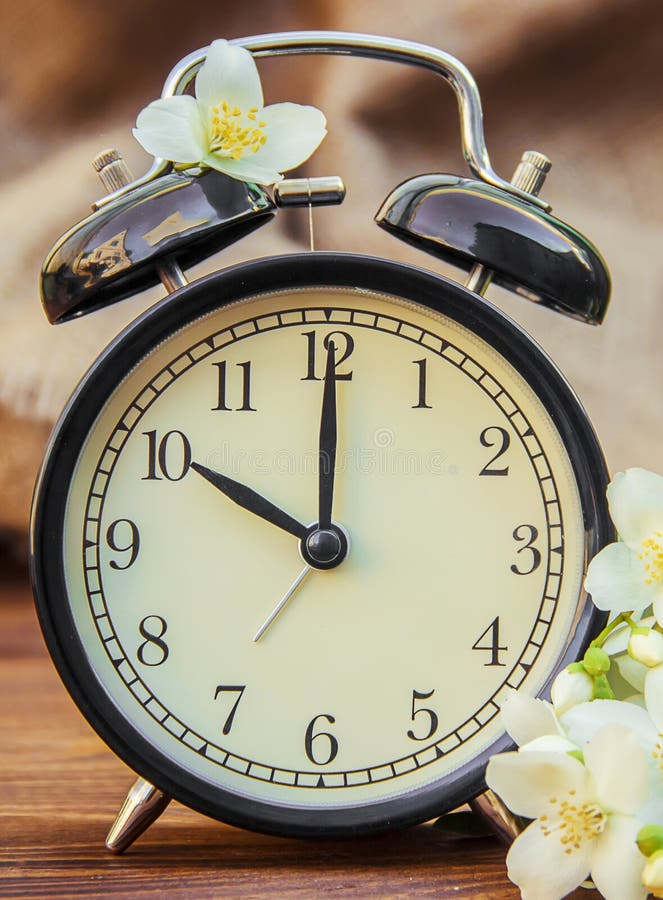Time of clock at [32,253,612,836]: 10:00
